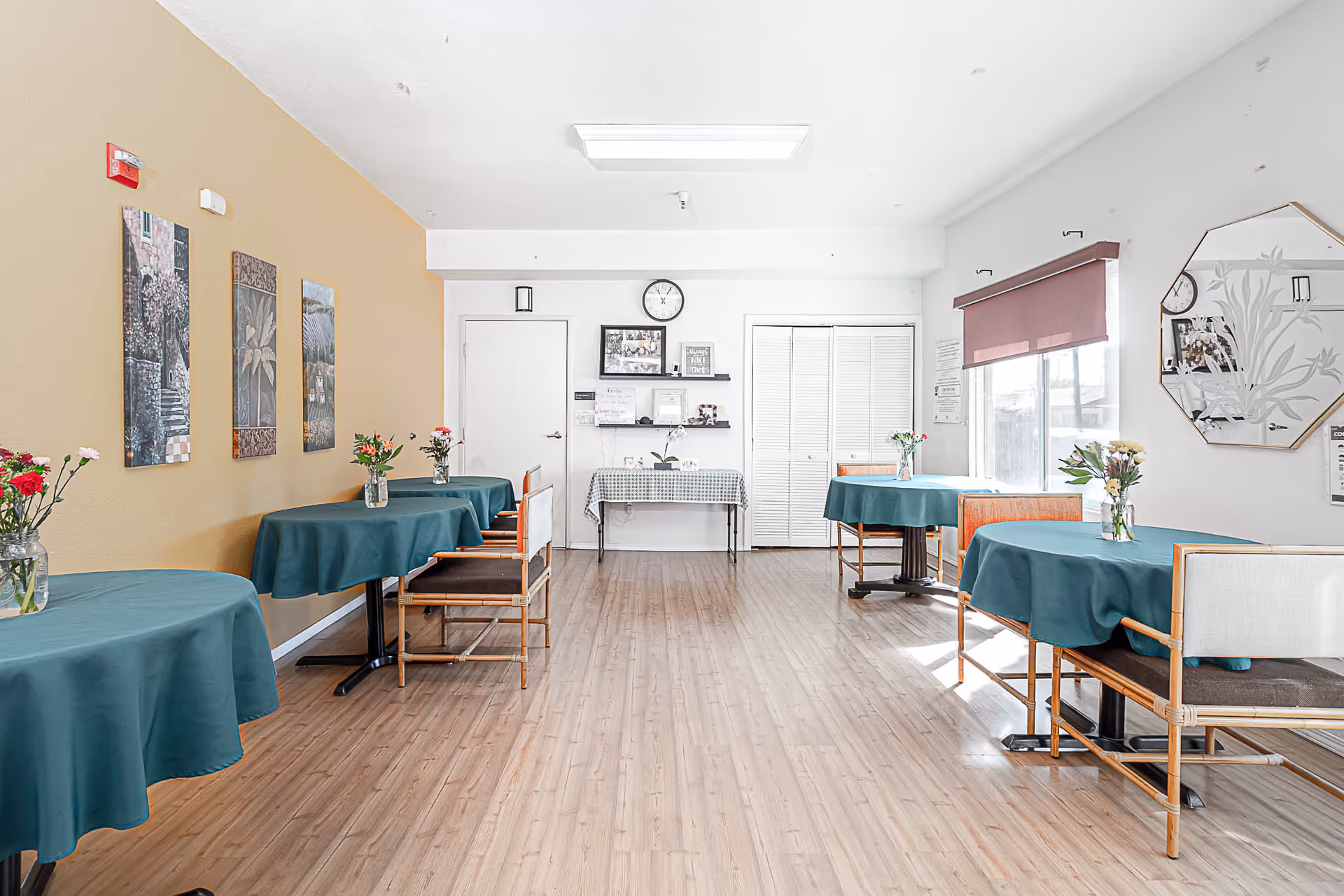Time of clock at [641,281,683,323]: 11:05
